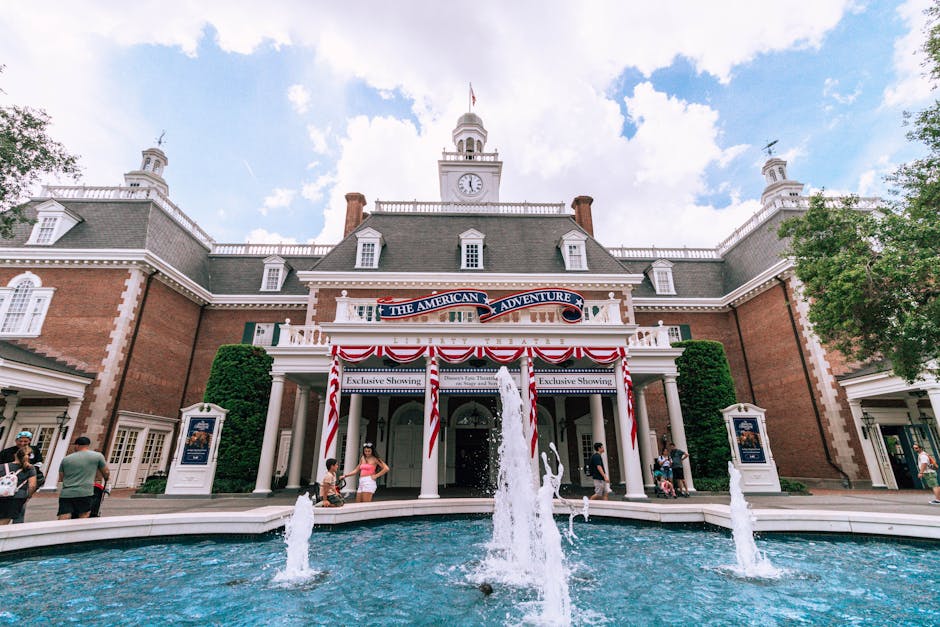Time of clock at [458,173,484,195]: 12:27
